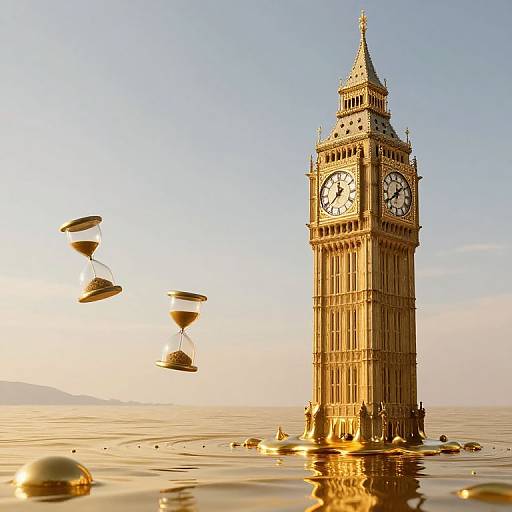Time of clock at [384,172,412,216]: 1:40
